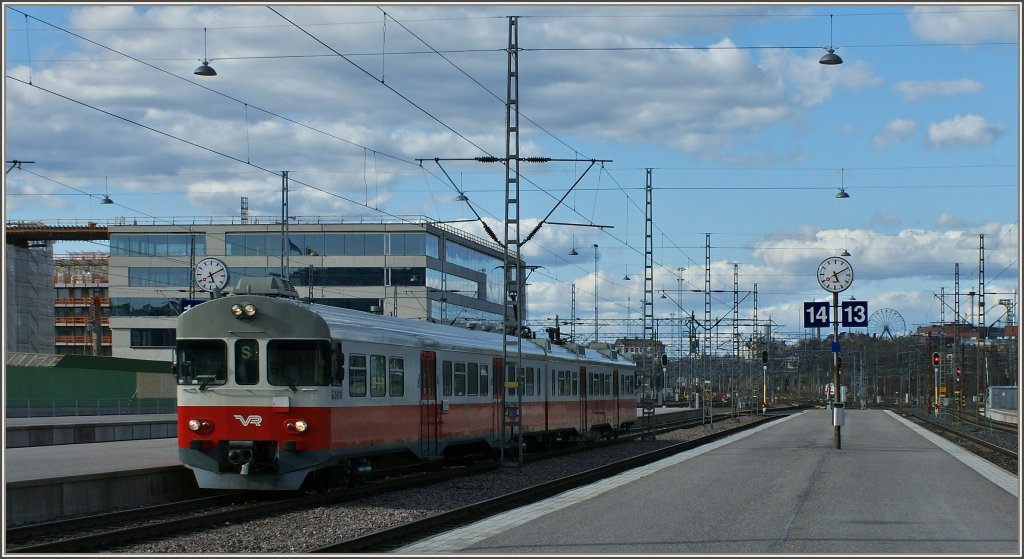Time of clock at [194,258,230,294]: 5:09
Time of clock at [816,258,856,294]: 5:10
